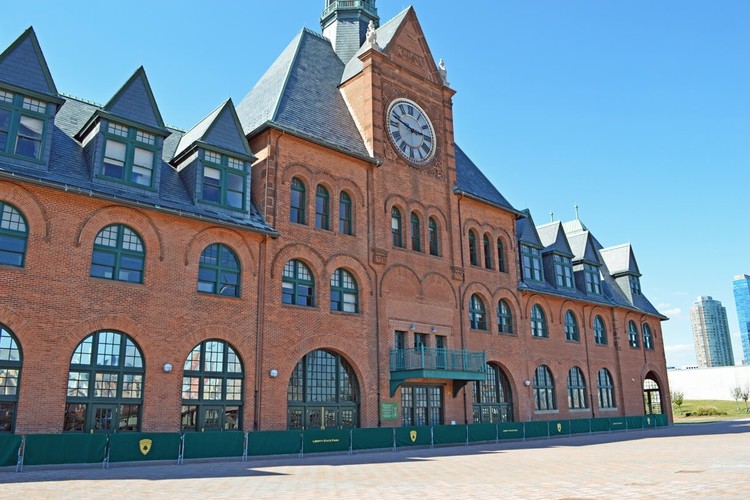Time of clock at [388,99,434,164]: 2:48
